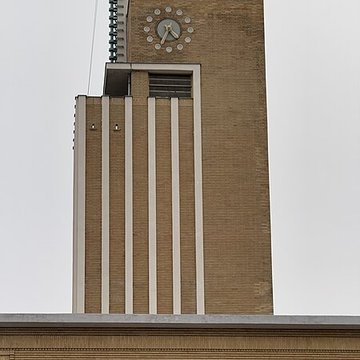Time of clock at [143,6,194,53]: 4:34
